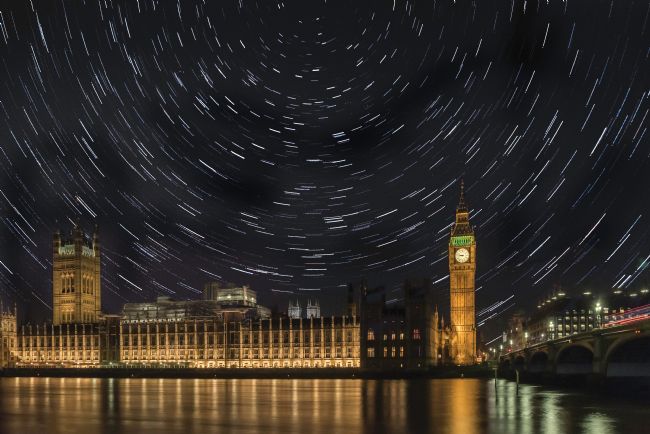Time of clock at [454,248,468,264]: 8:47
